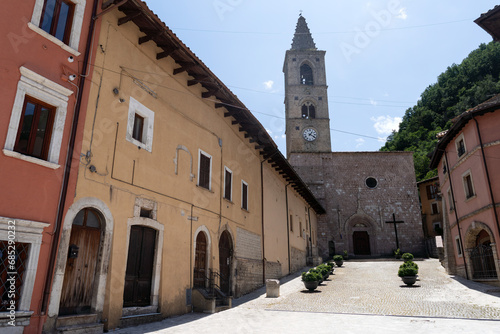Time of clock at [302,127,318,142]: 1:20
